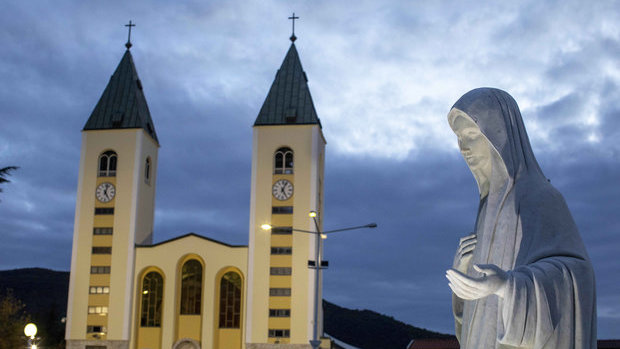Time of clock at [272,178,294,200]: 5:03
